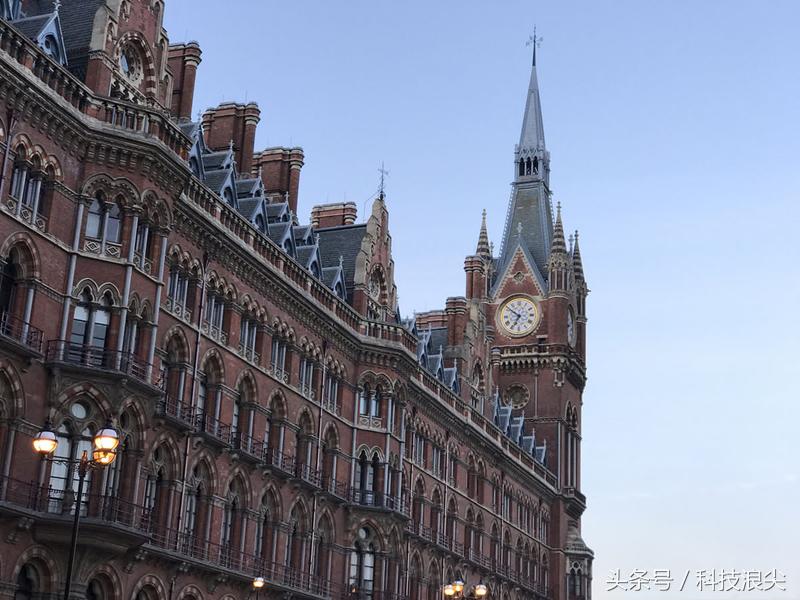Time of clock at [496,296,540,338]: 6:51
